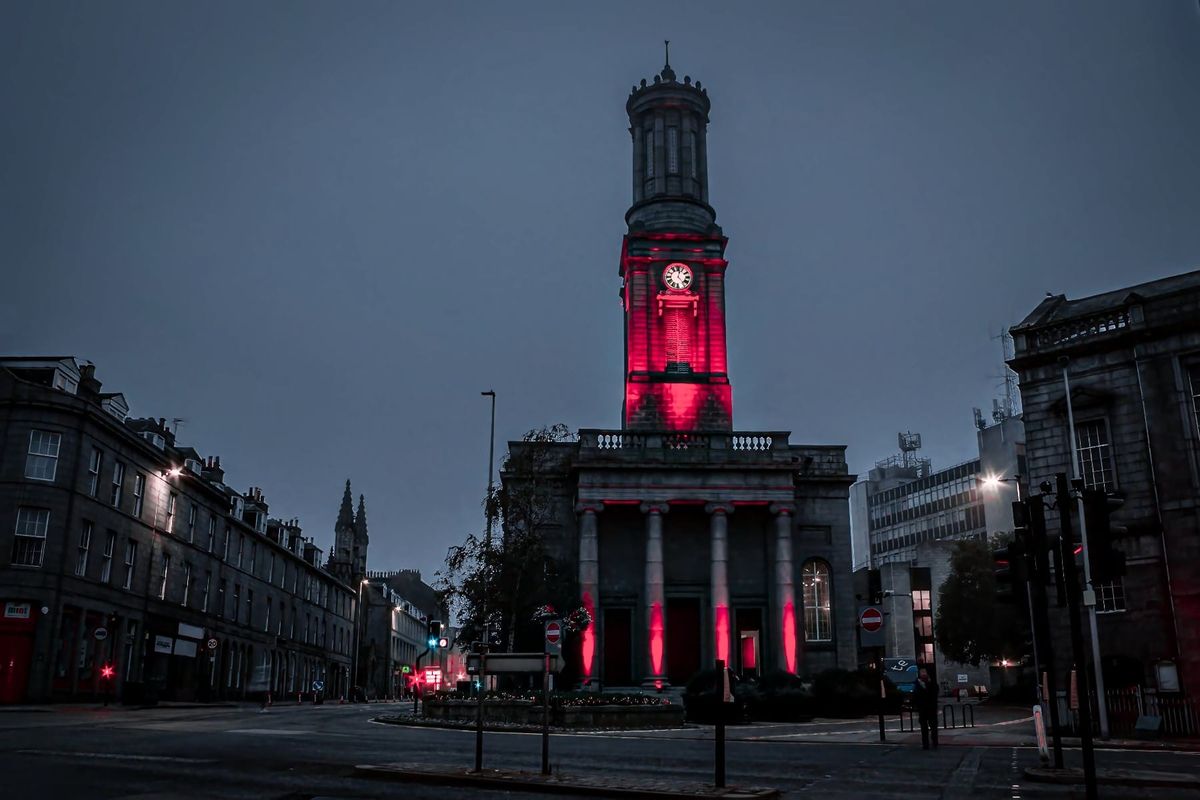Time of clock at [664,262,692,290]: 12:23
